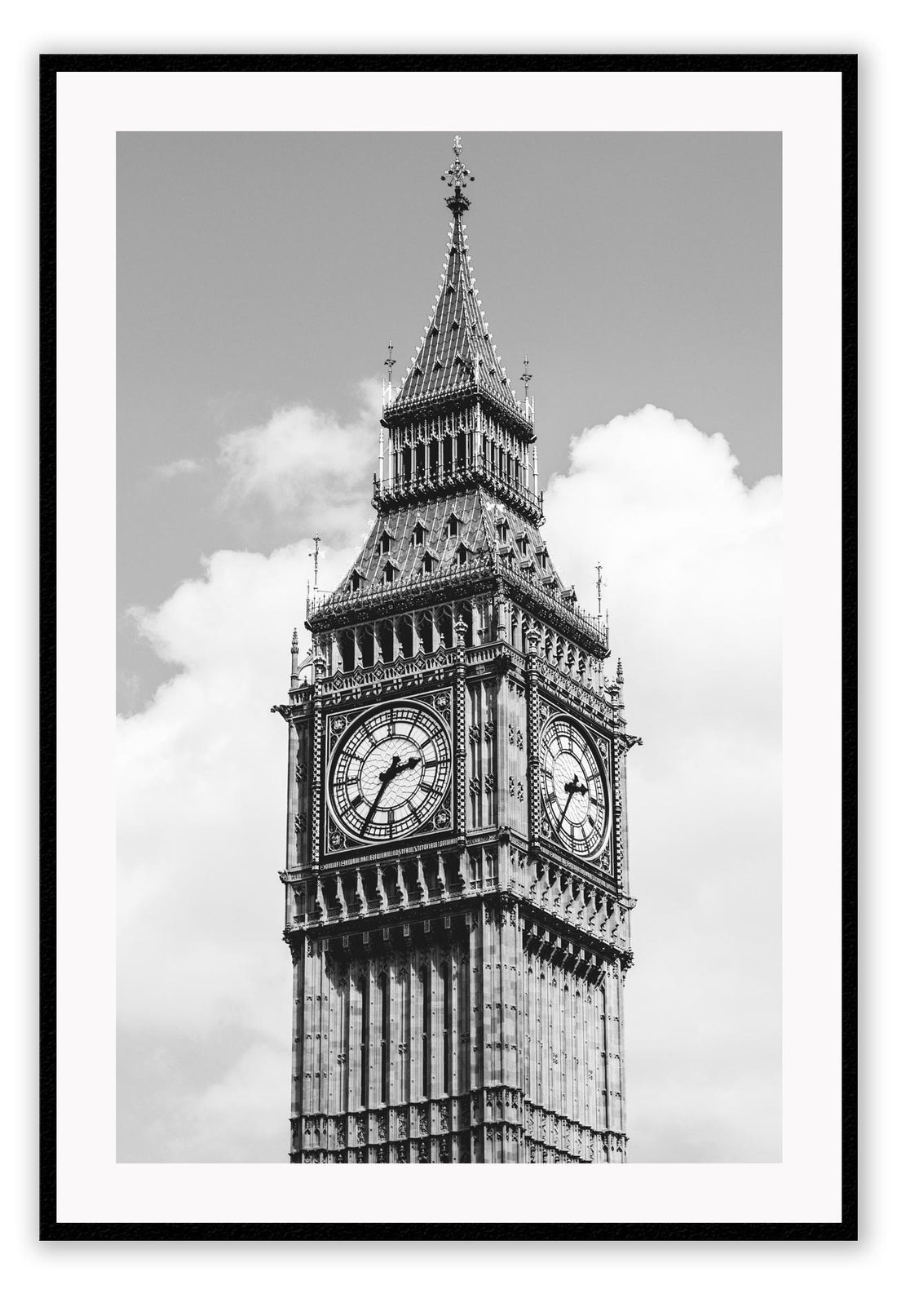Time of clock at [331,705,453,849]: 2:35
